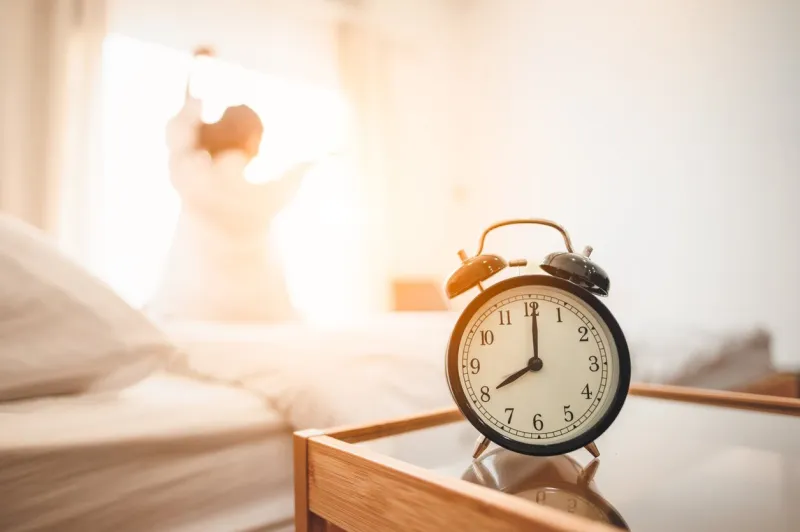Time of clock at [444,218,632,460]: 8:00
